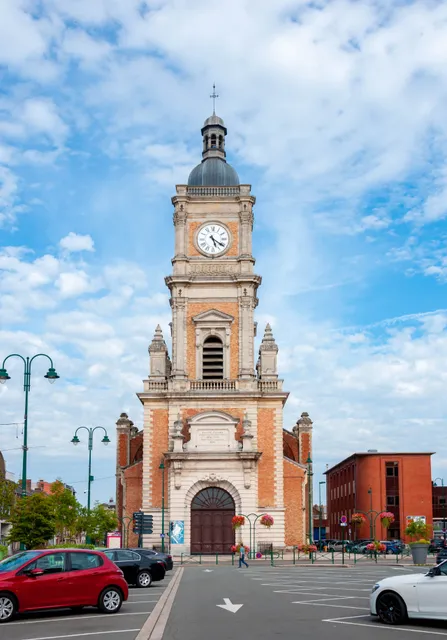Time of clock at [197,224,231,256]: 5:20
